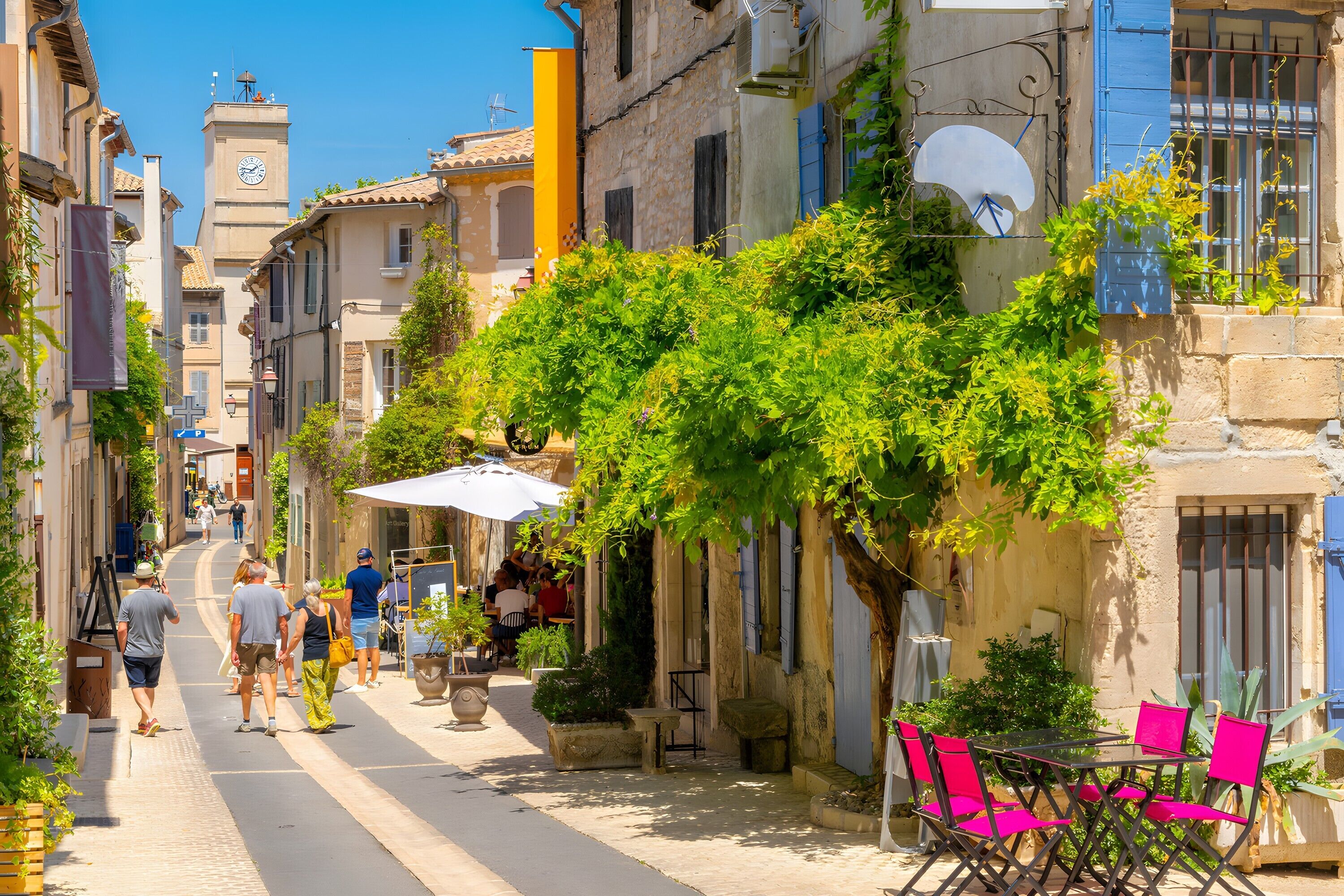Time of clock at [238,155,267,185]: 1:46
